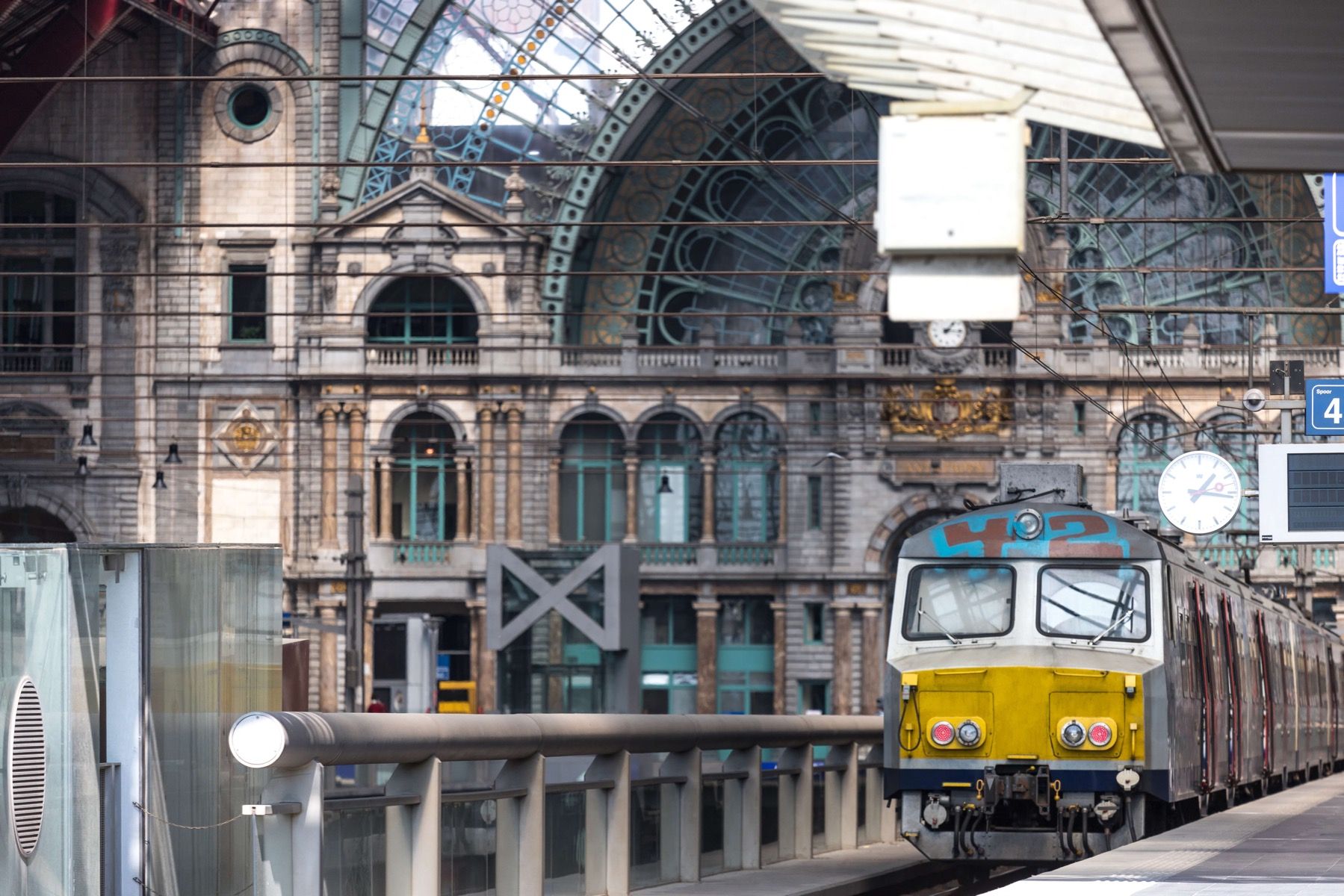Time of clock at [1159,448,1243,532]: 1:16
